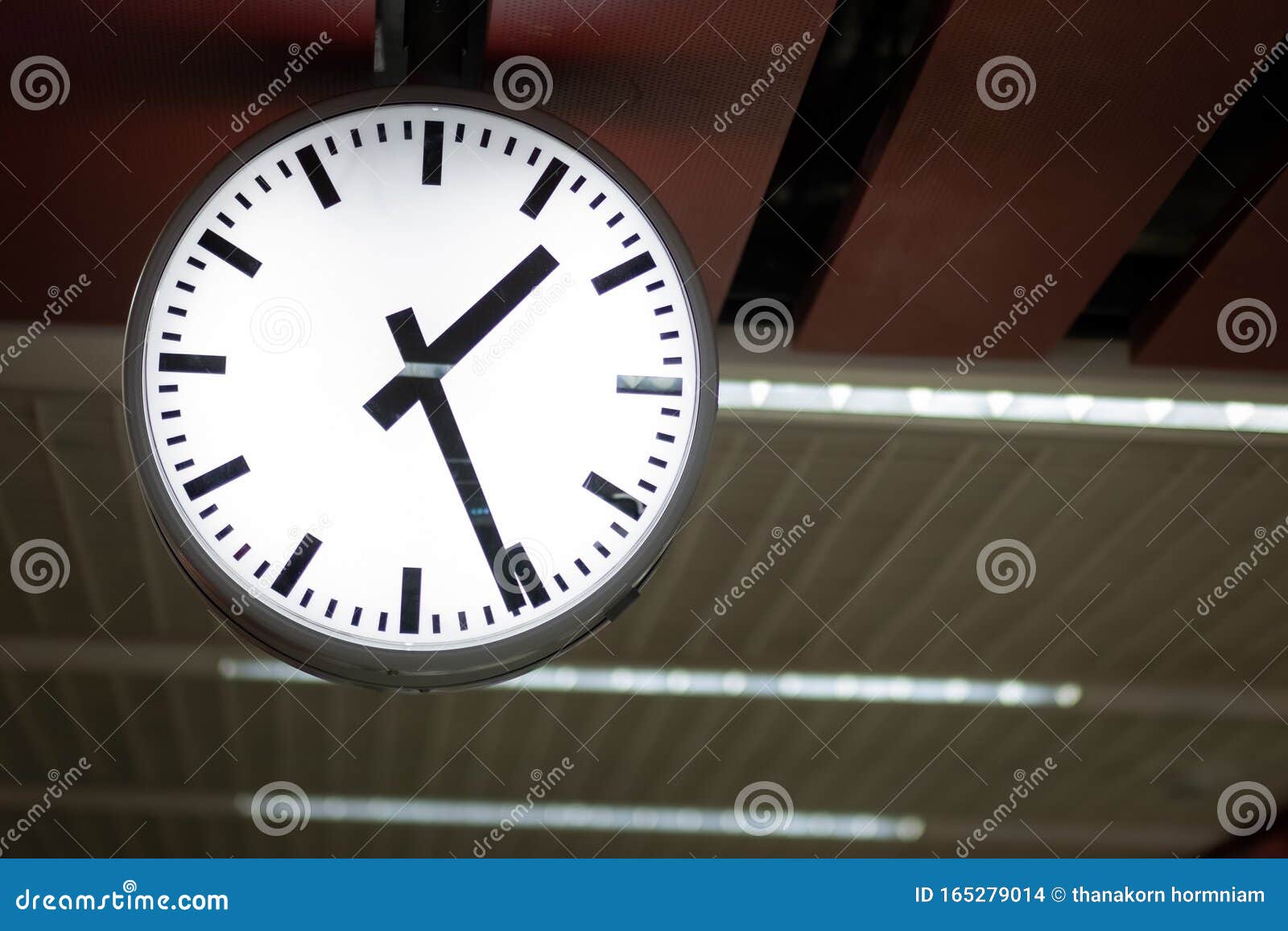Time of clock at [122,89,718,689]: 1:26
